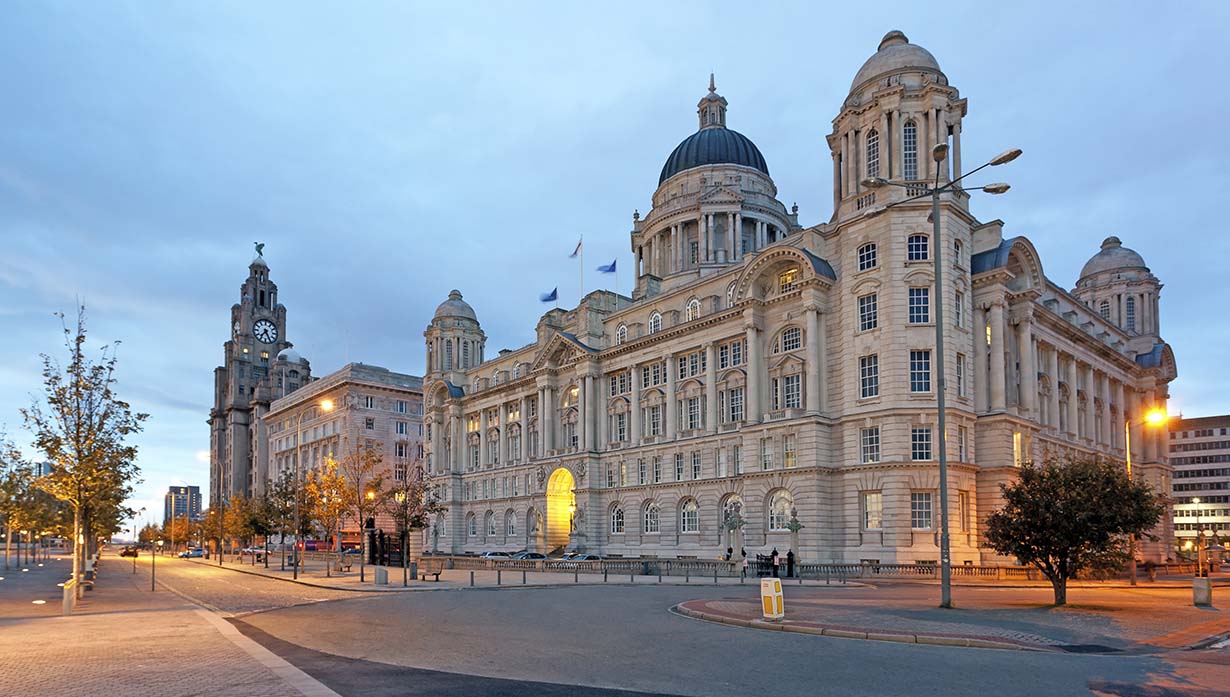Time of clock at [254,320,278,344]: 7:25
